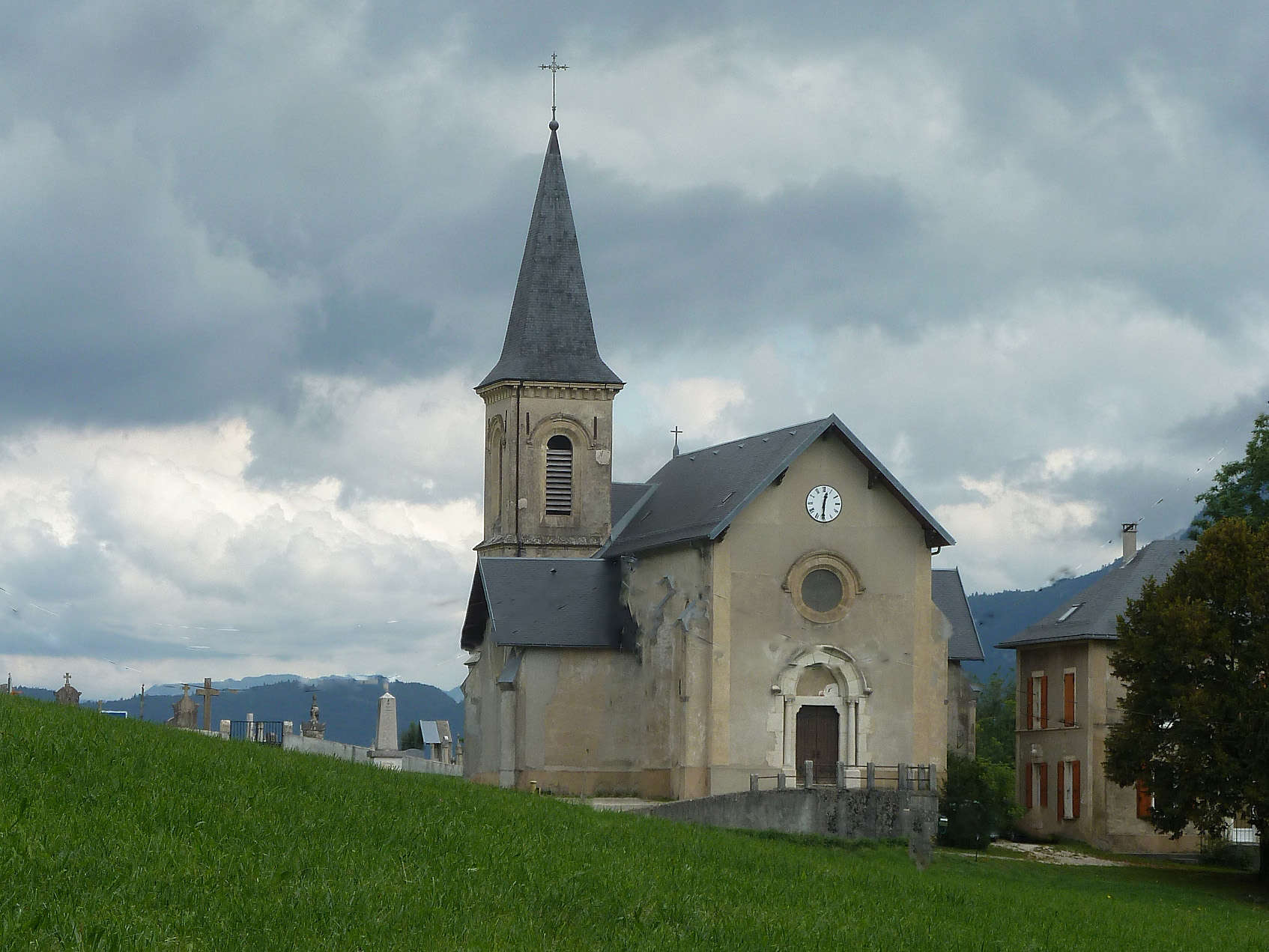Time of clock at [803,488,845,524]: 12:30
